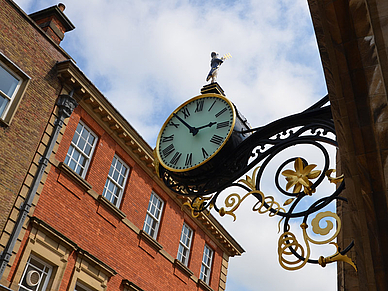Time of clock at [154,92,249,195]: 2:52
